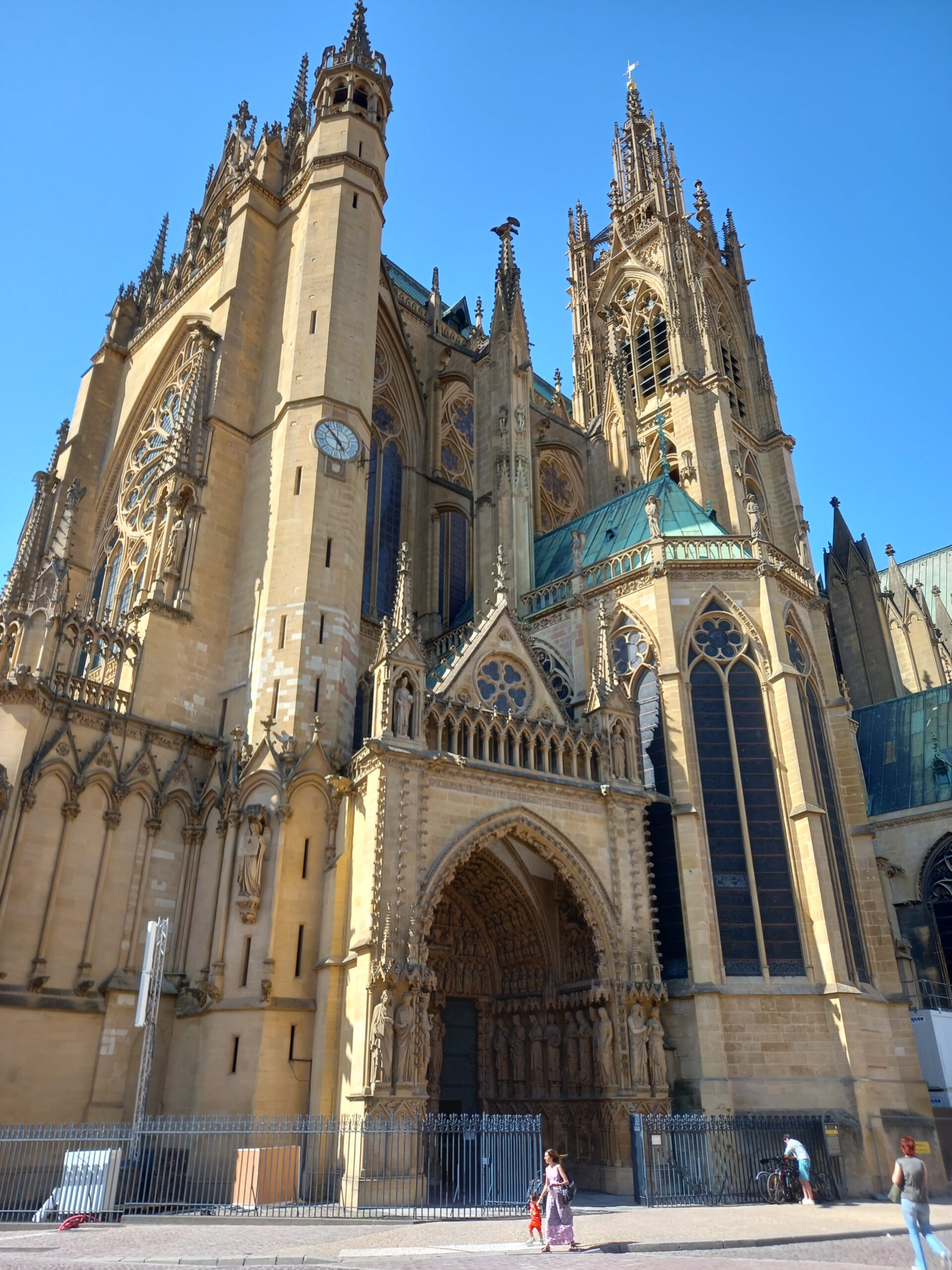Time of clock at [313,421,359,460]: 4:52
